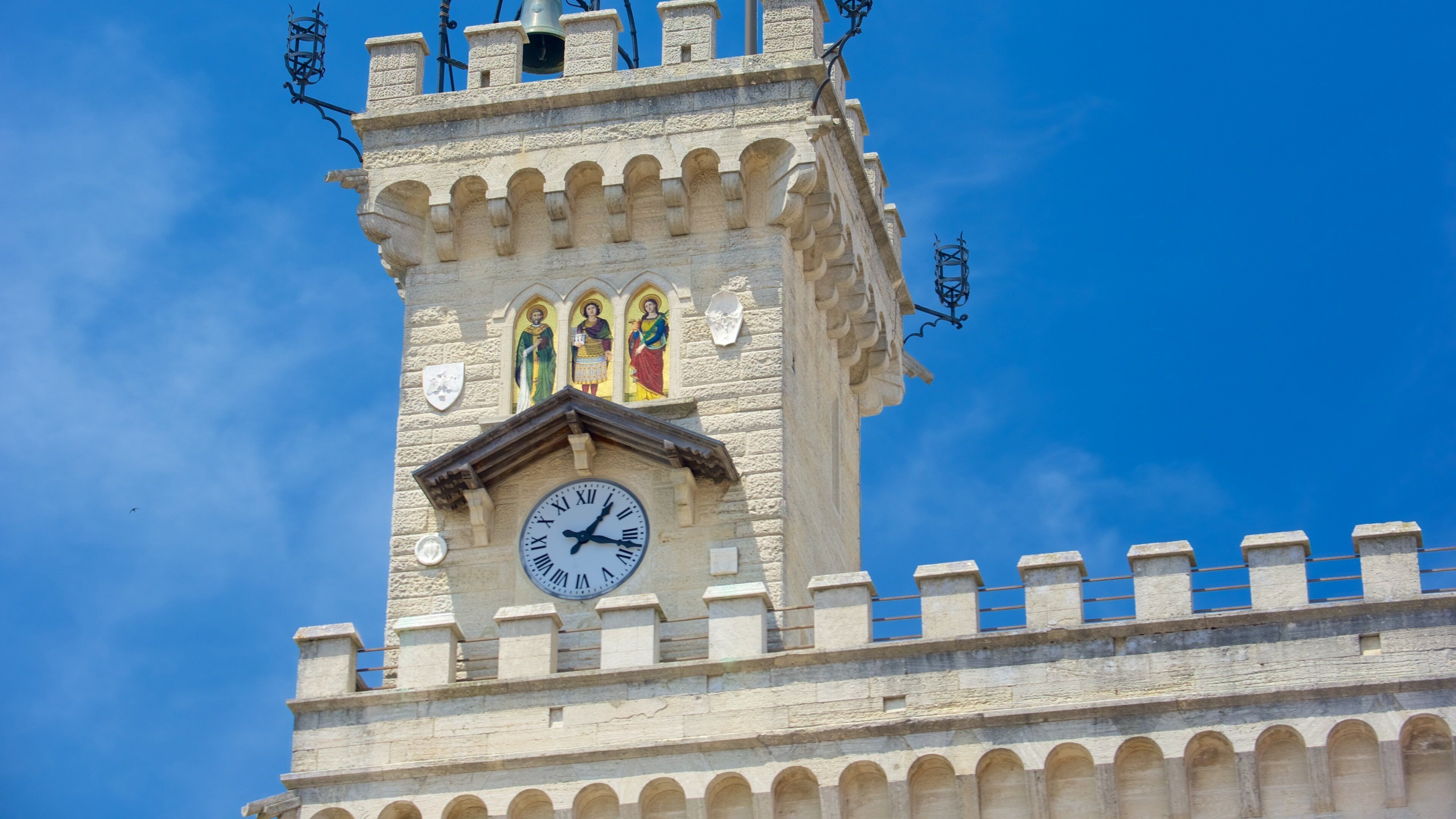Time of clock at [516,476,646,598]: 1:17
